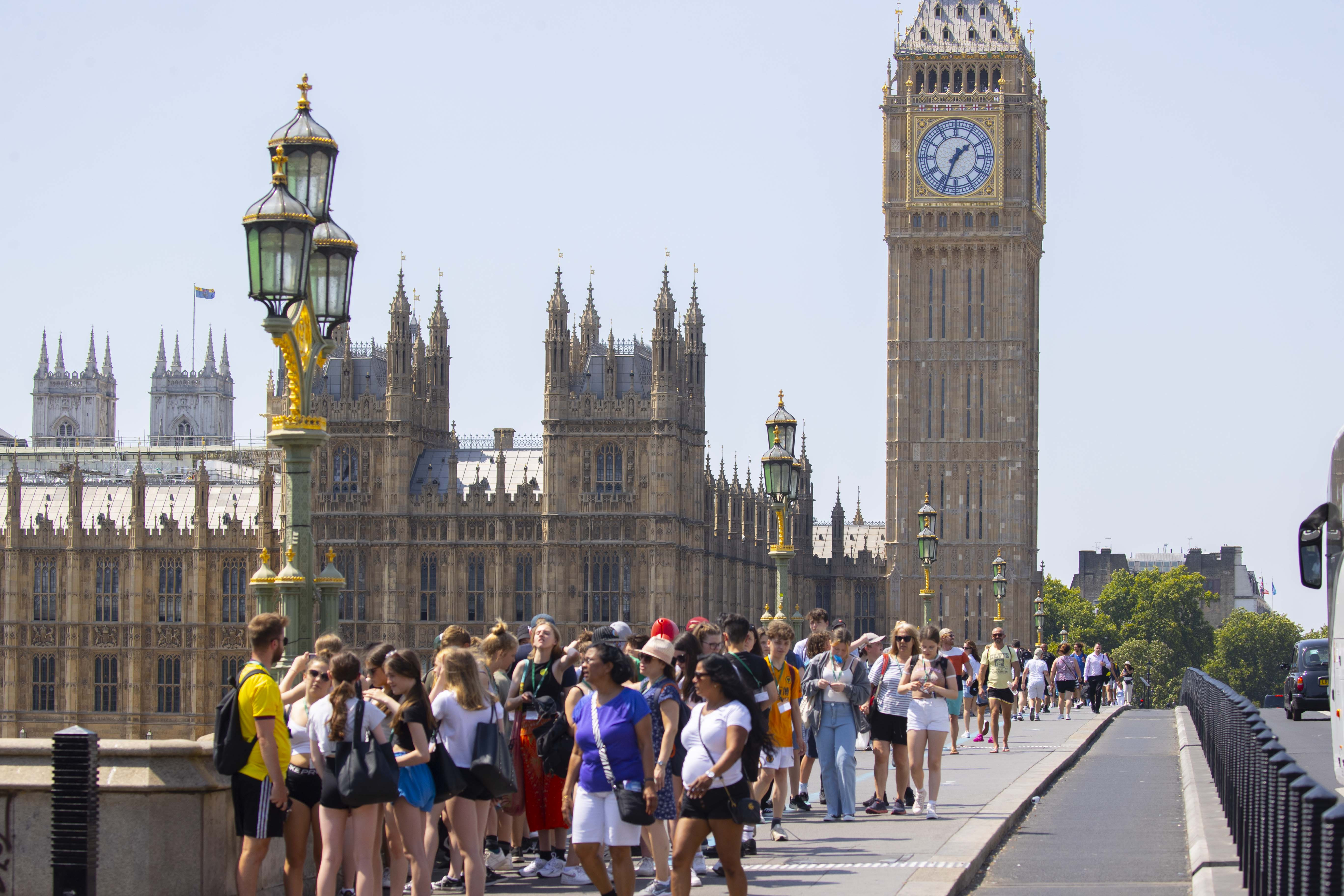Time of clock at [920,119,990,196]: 1:33
